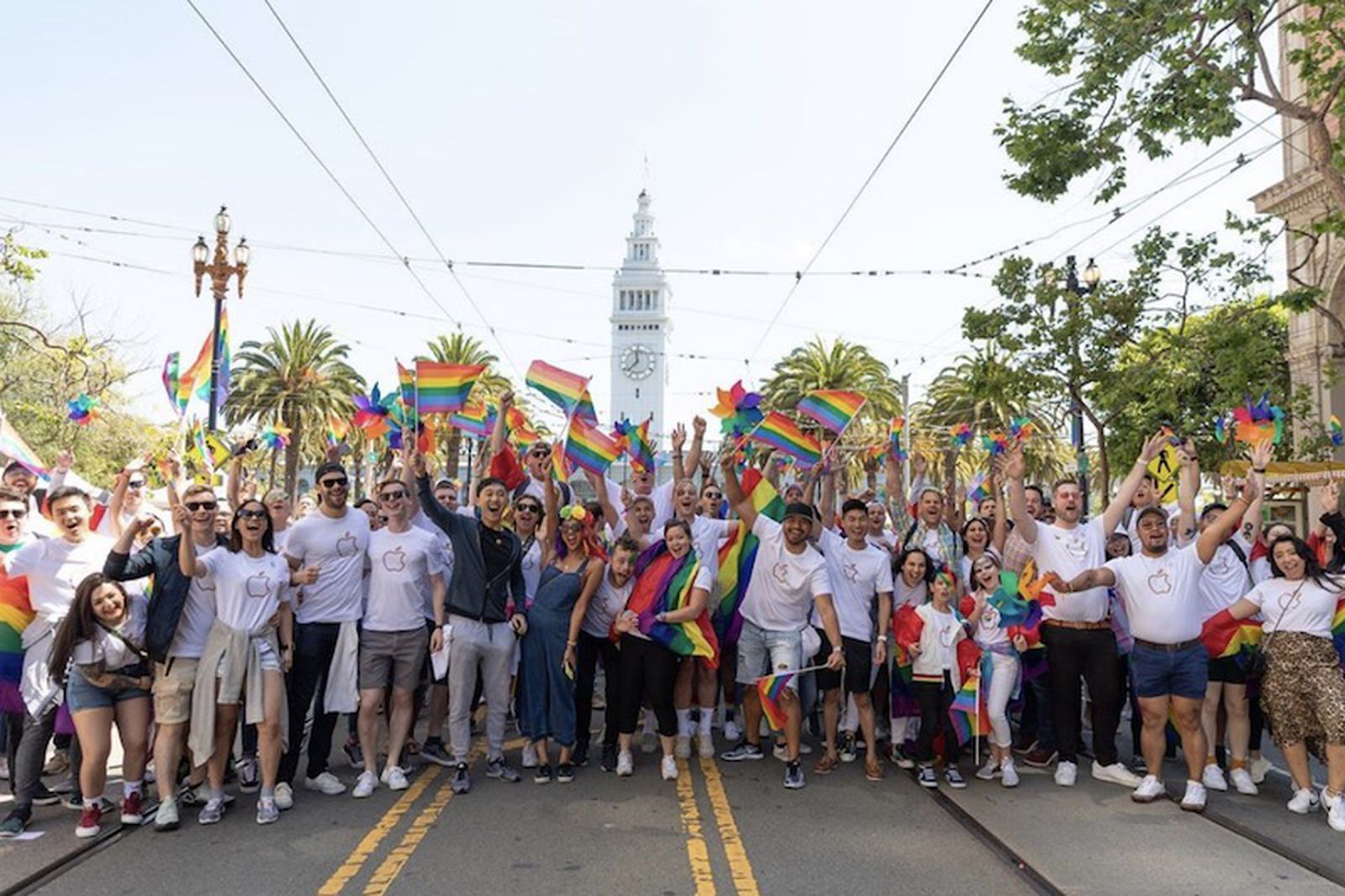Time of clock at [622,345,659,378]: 11:37
